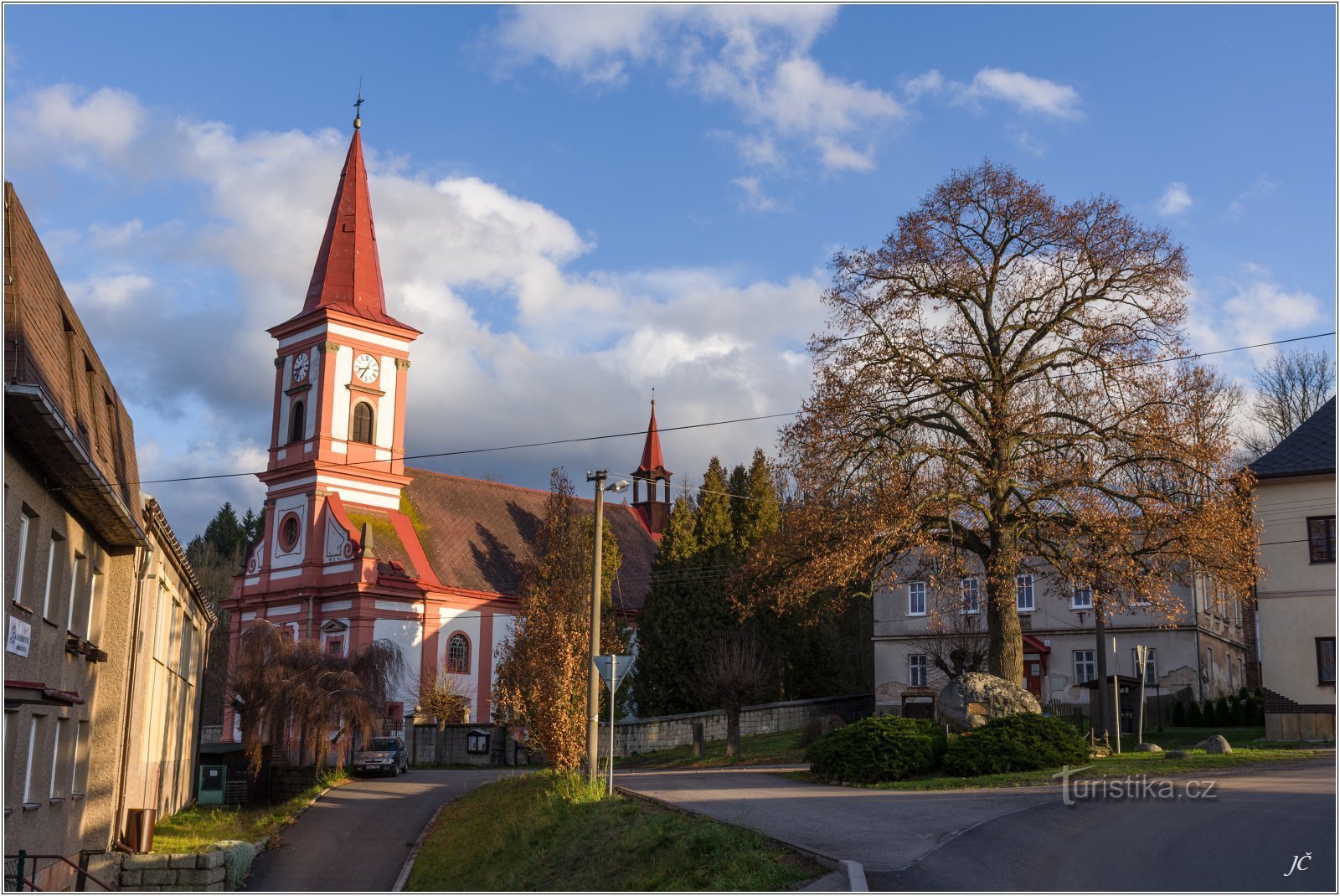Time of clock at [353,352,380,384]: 8:35
